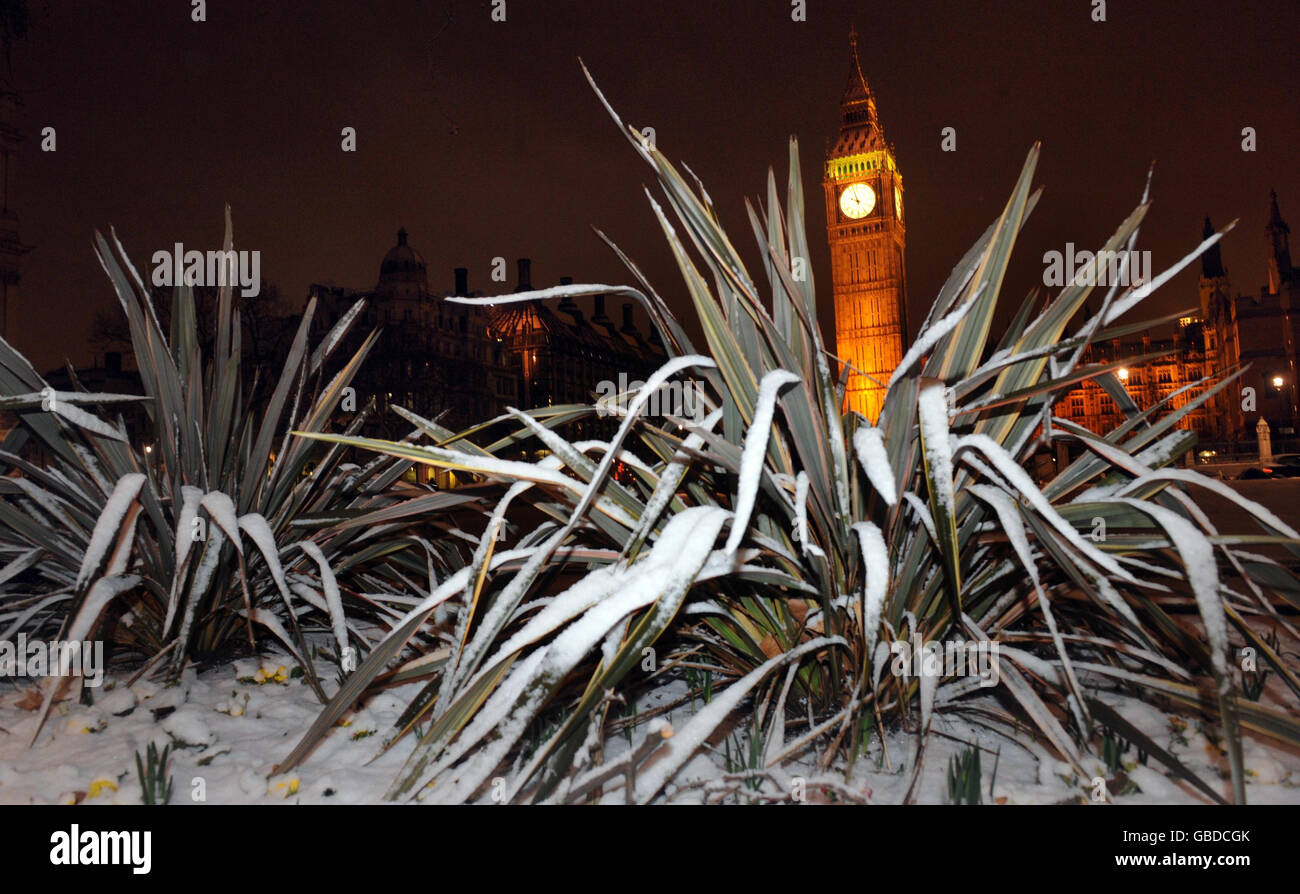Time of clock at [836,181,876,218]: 9:57
